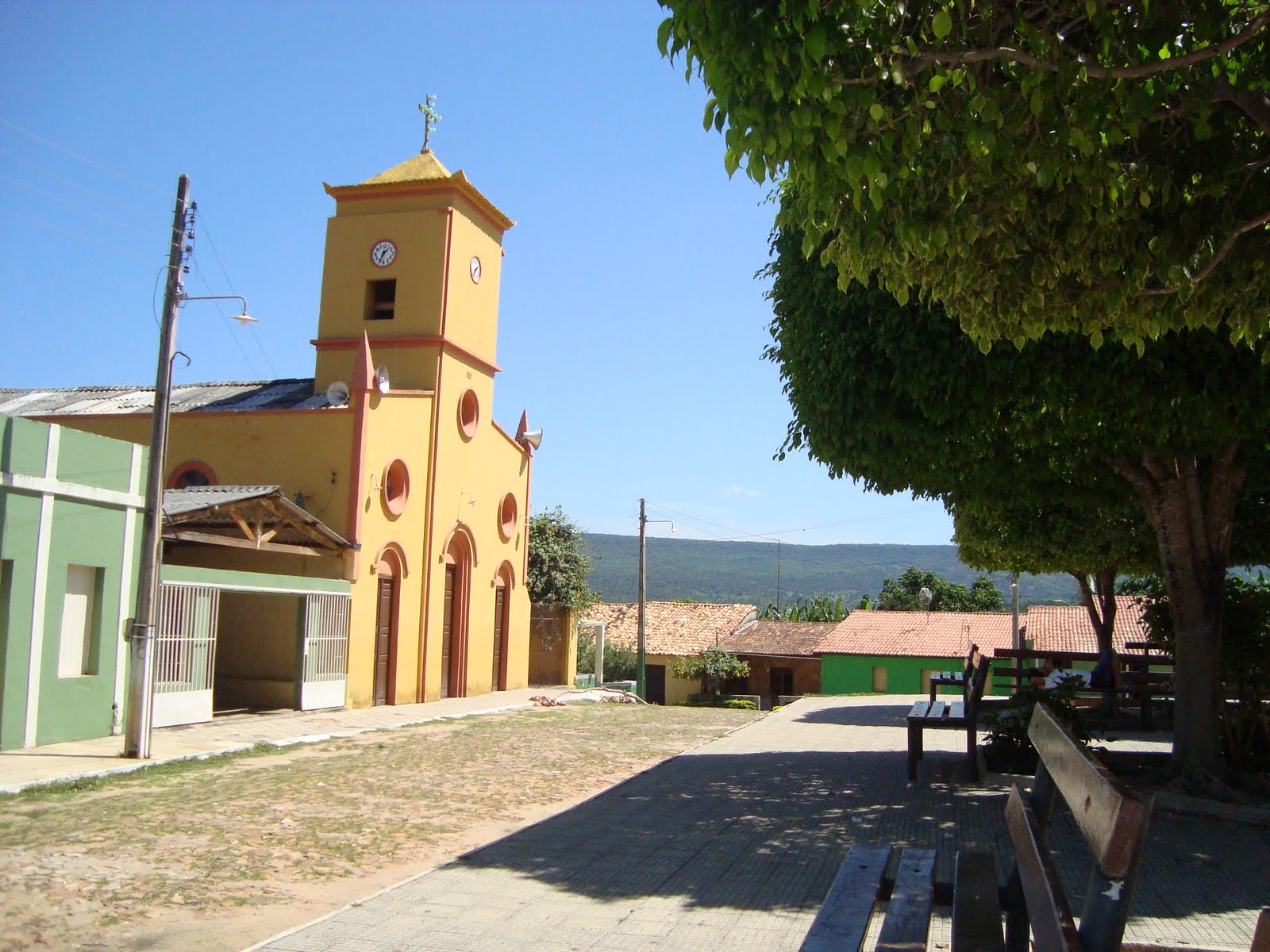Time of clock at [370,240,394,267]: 1:33
